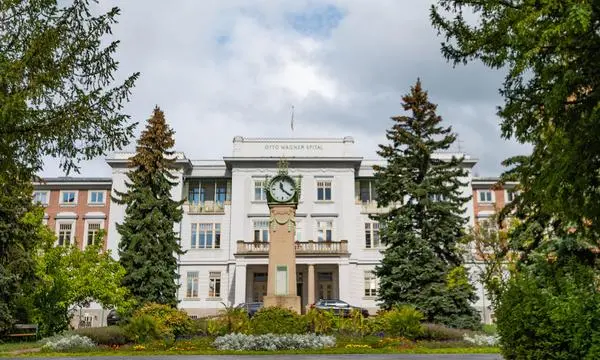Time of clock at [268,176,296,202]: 11:21
